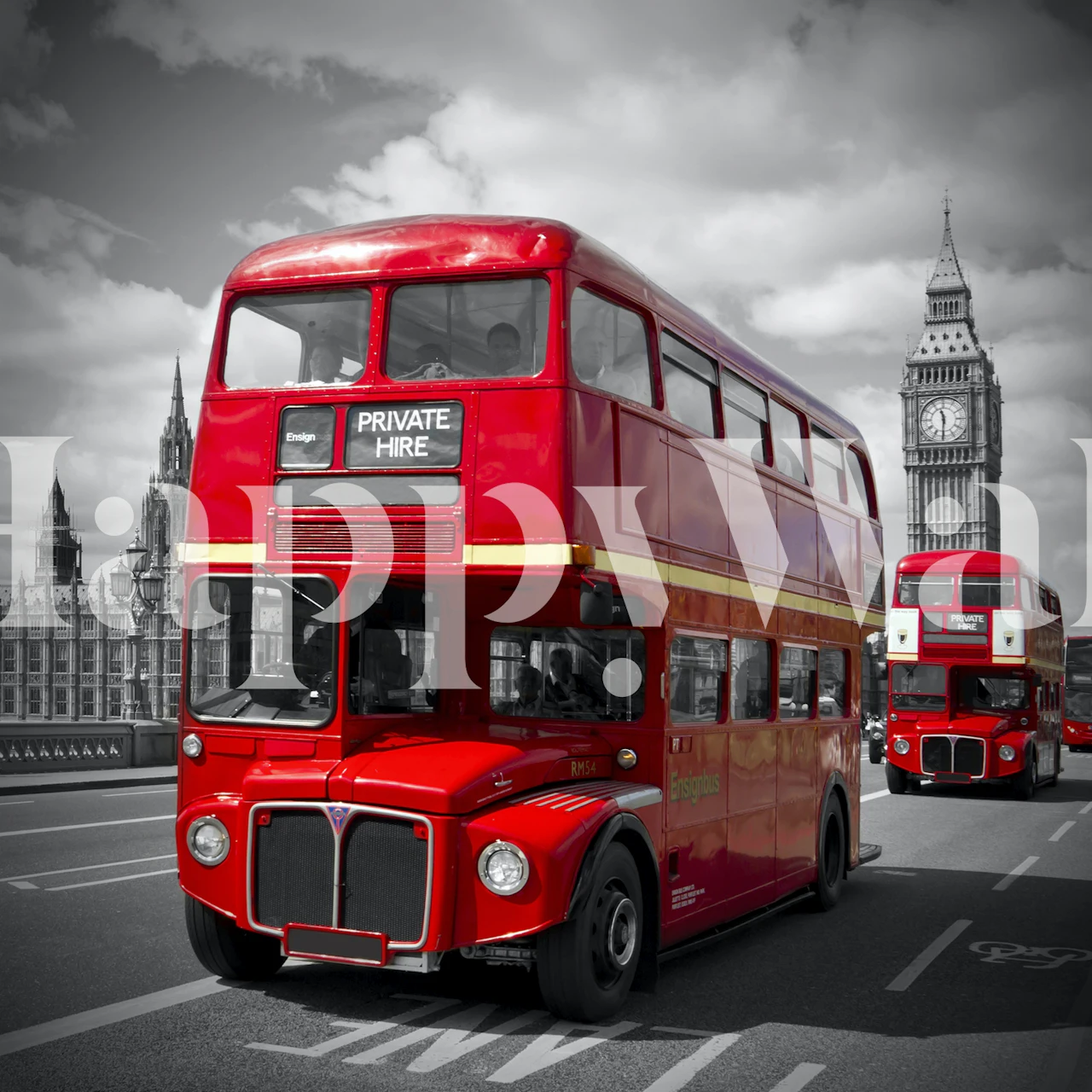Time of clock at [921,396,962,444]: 11:30
